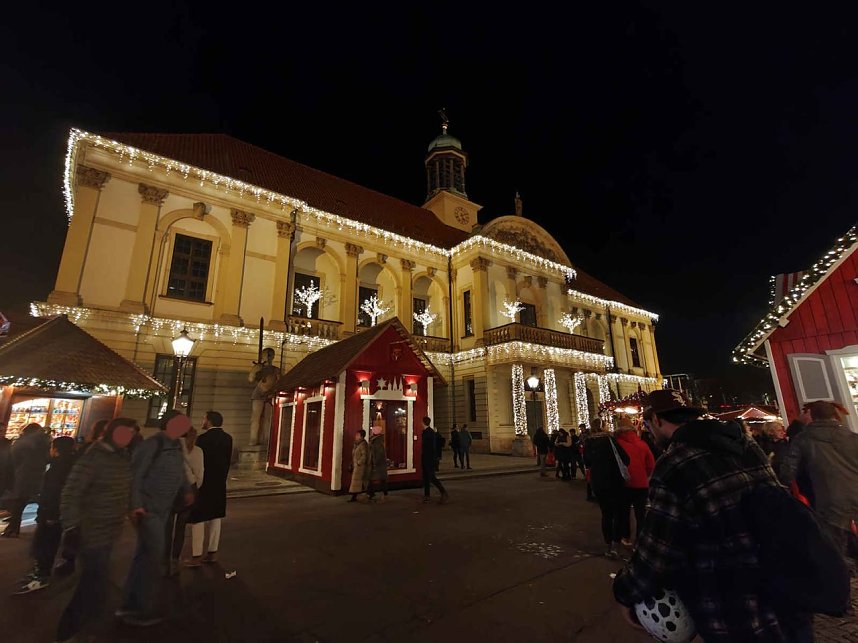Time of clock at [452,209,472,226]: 5:12
